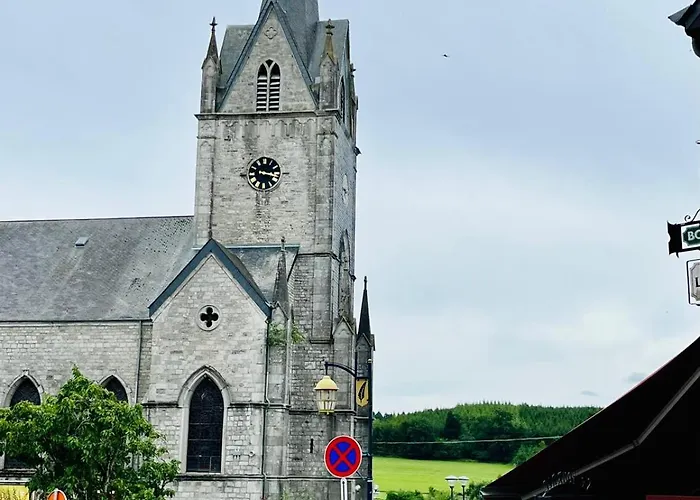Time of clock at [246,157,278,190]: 3:17
